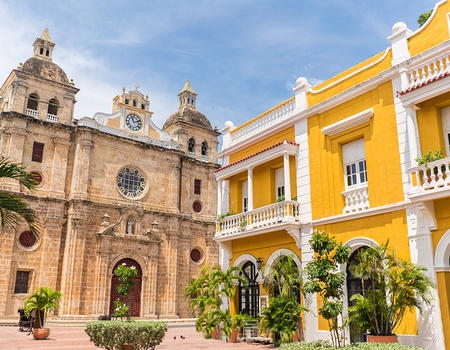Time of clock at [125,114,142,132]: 11:11
